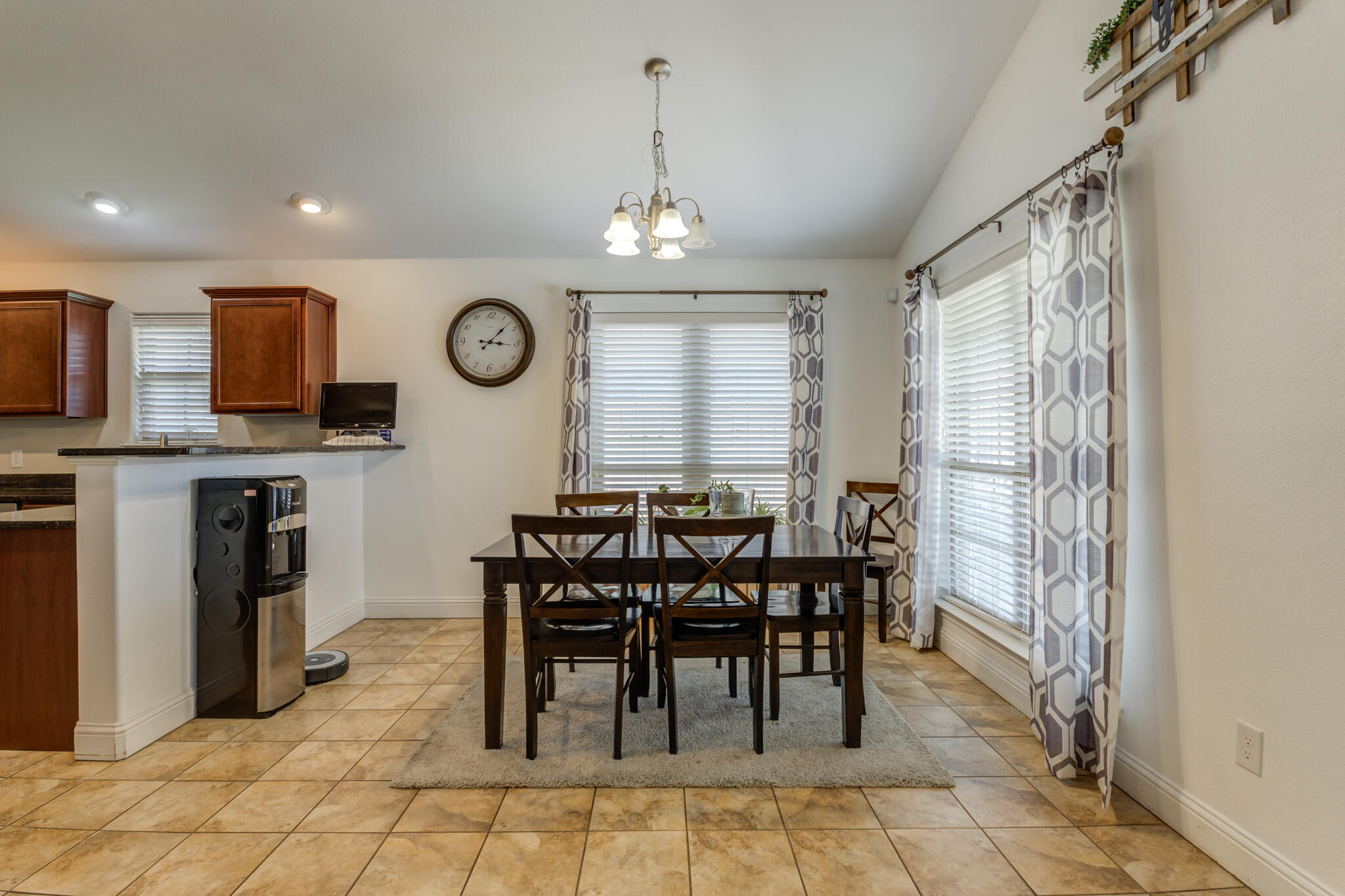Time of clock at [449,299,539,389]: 3:07
